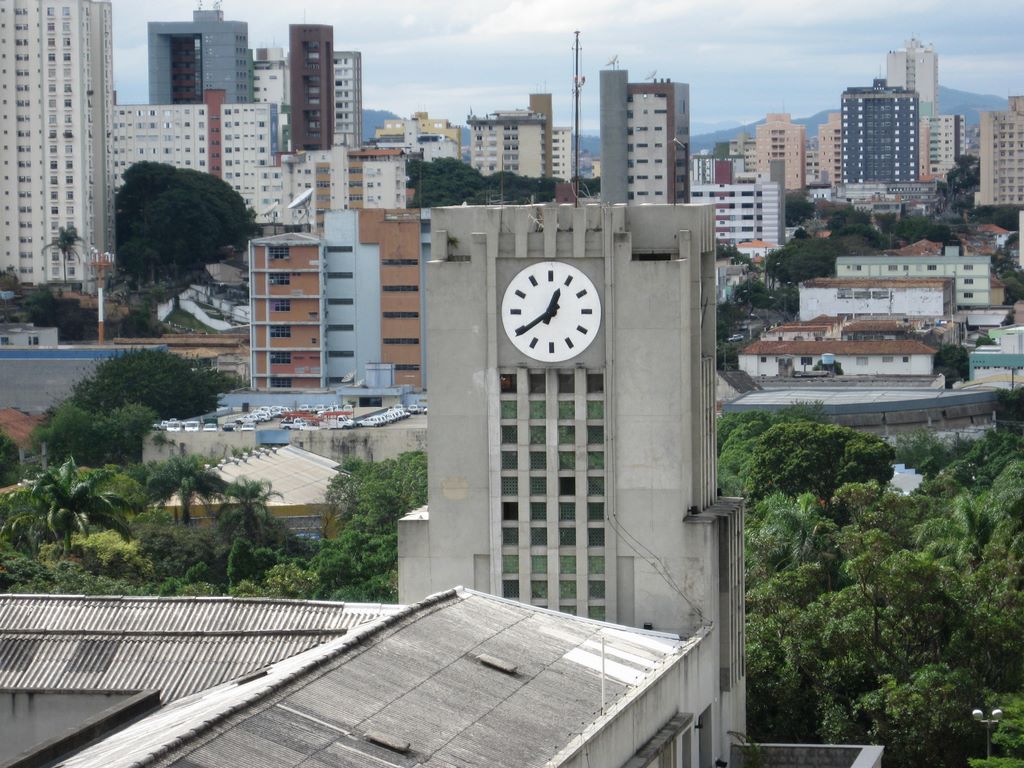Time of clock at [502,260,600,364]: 12:39
